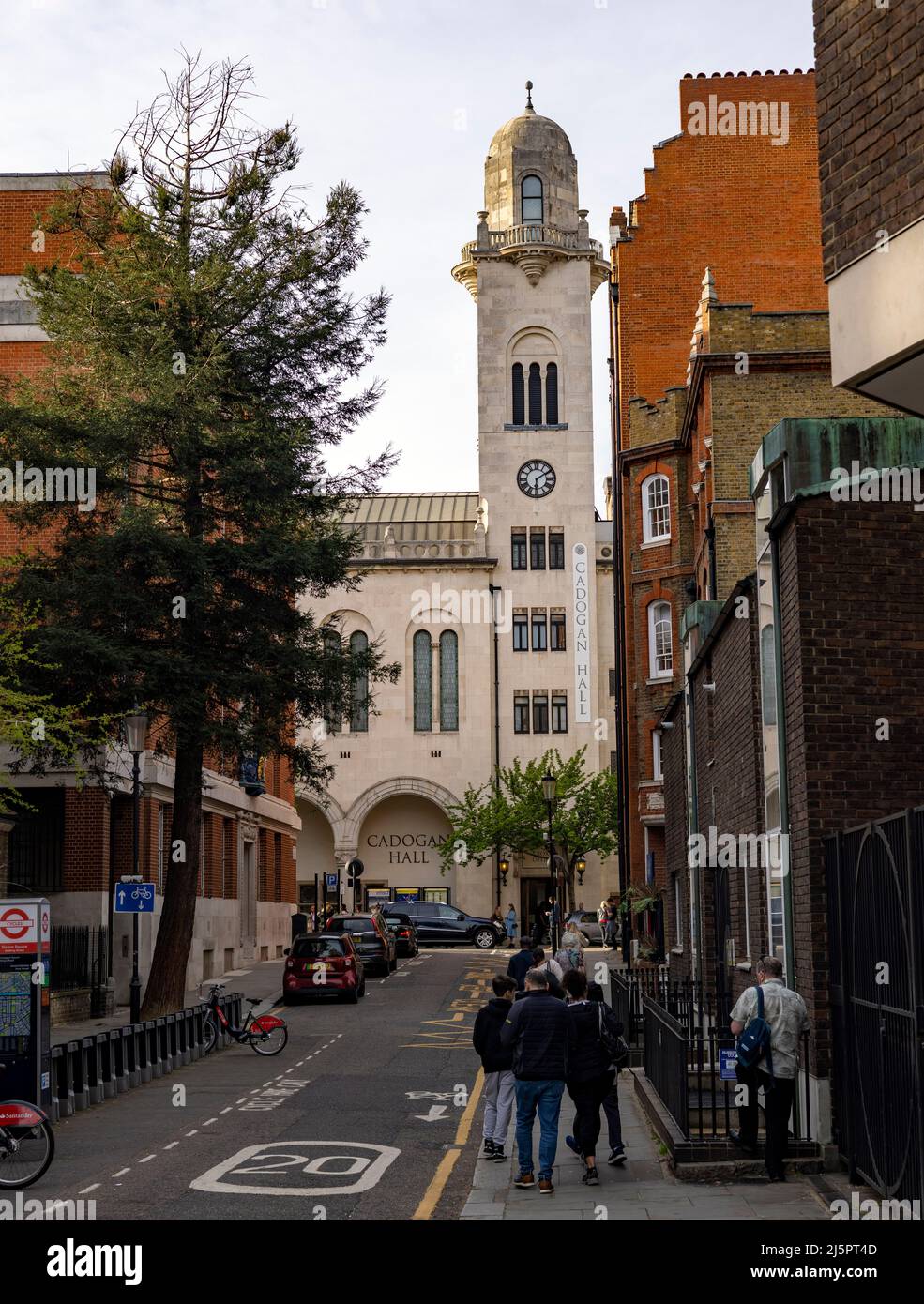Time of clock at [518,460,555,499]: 6:09
